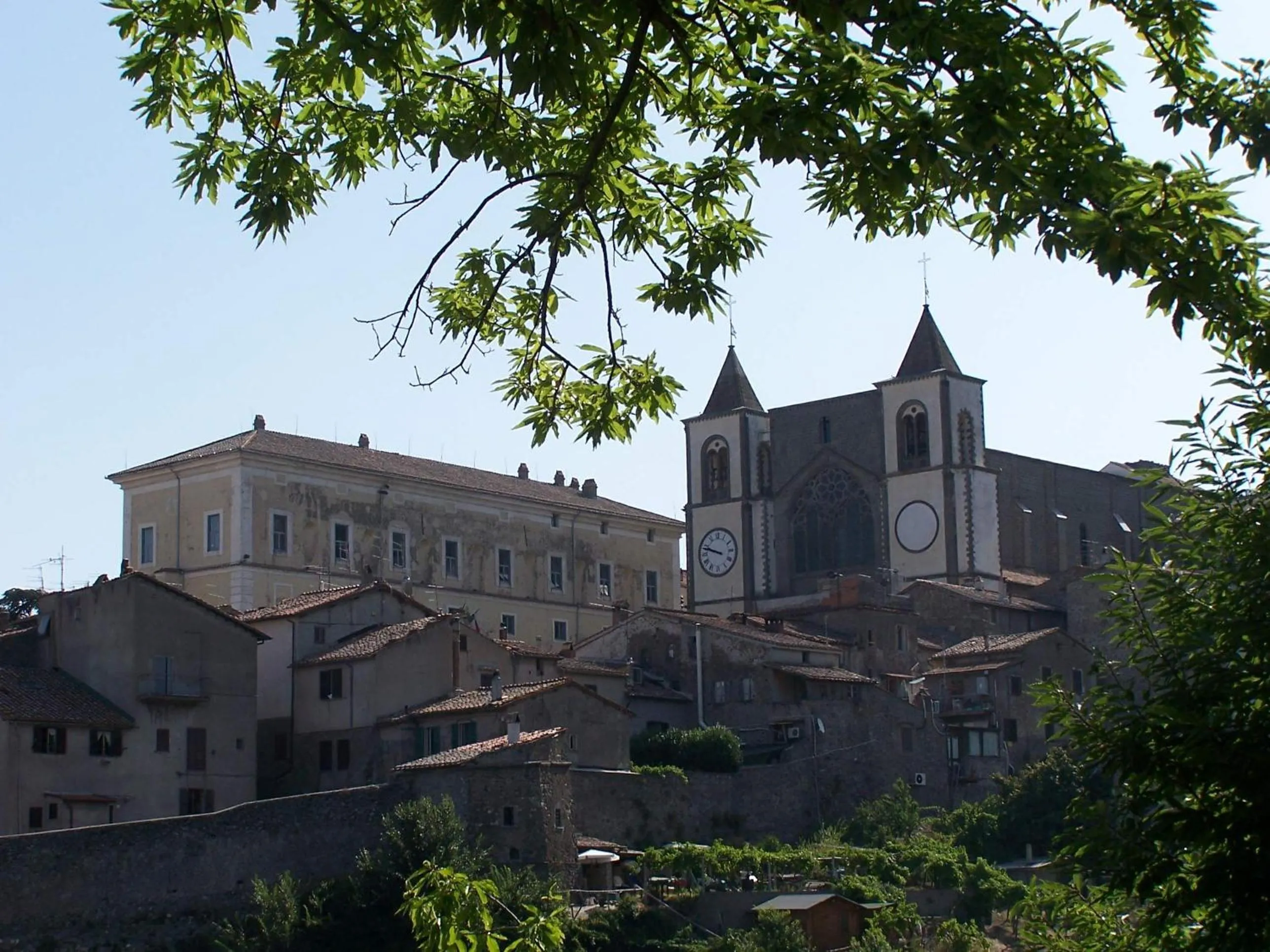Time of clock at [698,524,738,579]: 9:48
